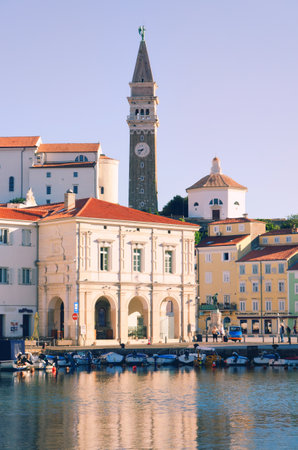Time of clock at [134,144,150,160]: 8:37
